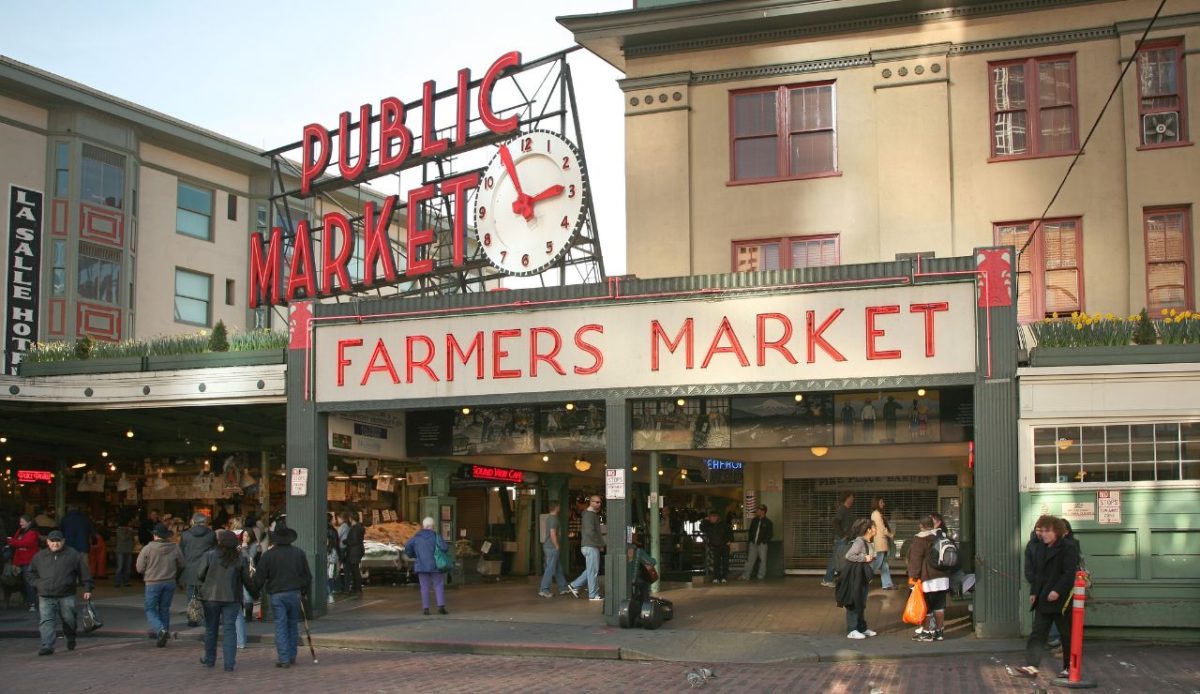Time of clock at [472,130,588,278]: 2:56
